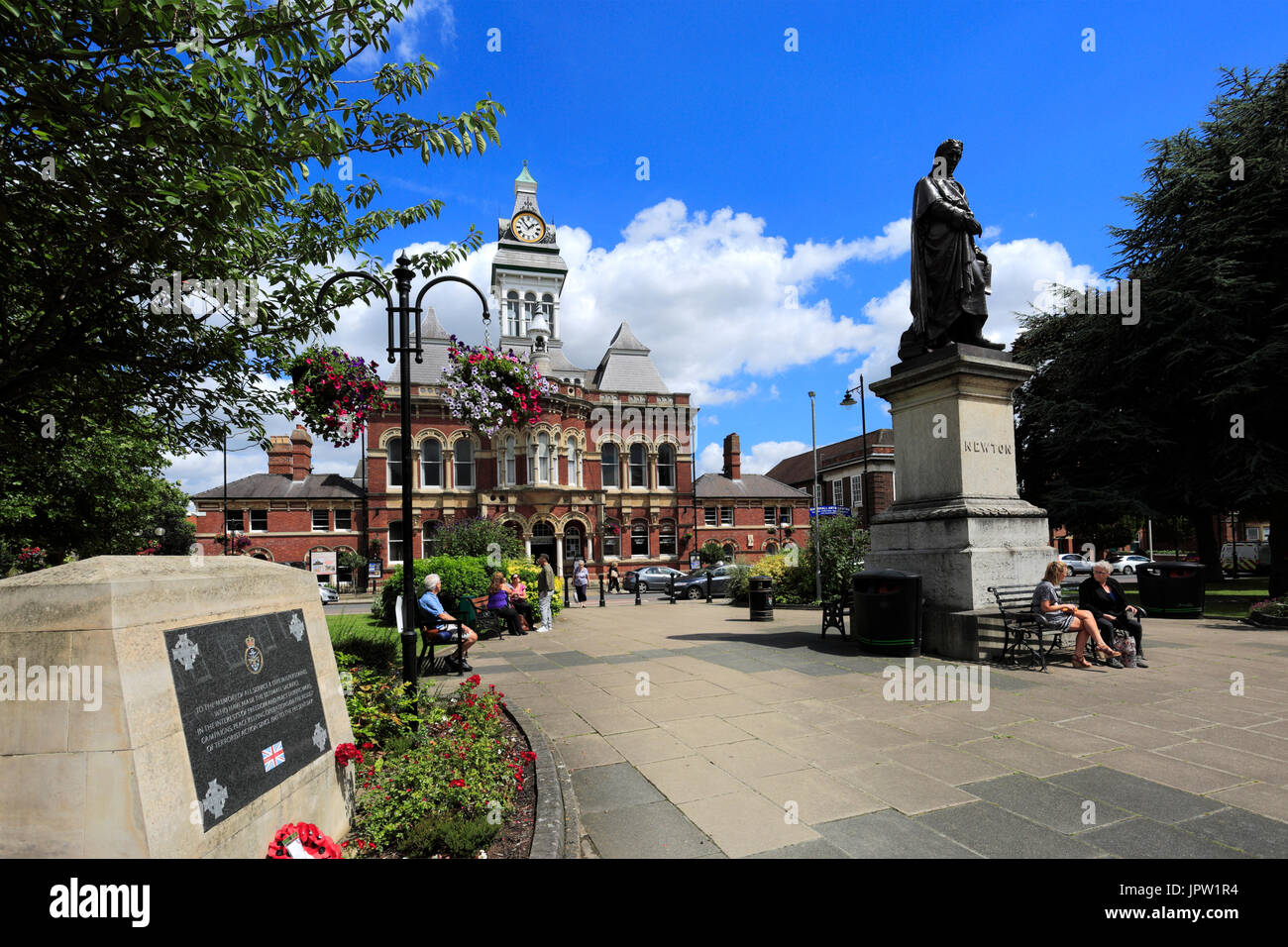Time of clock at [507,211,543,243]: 1:53
